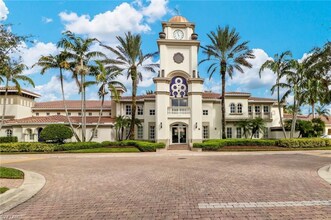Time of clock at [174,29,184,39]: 4:57
